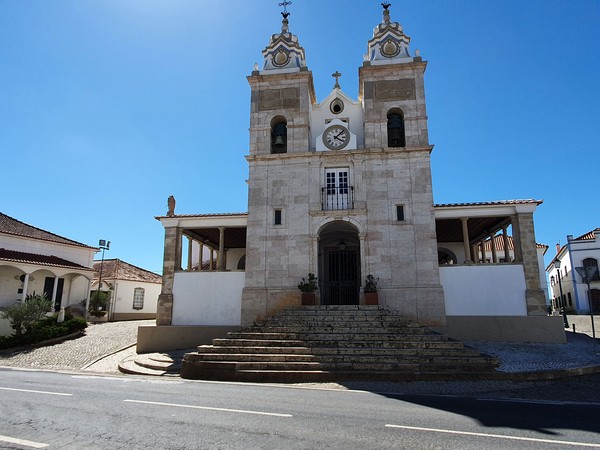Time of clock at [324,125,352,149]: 4:07
